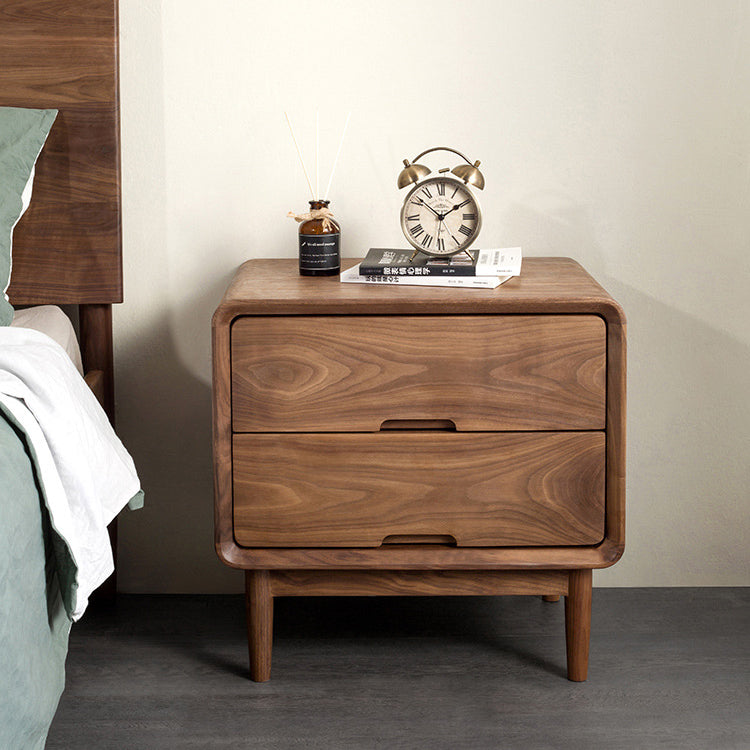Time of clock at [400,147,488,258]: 1:51
